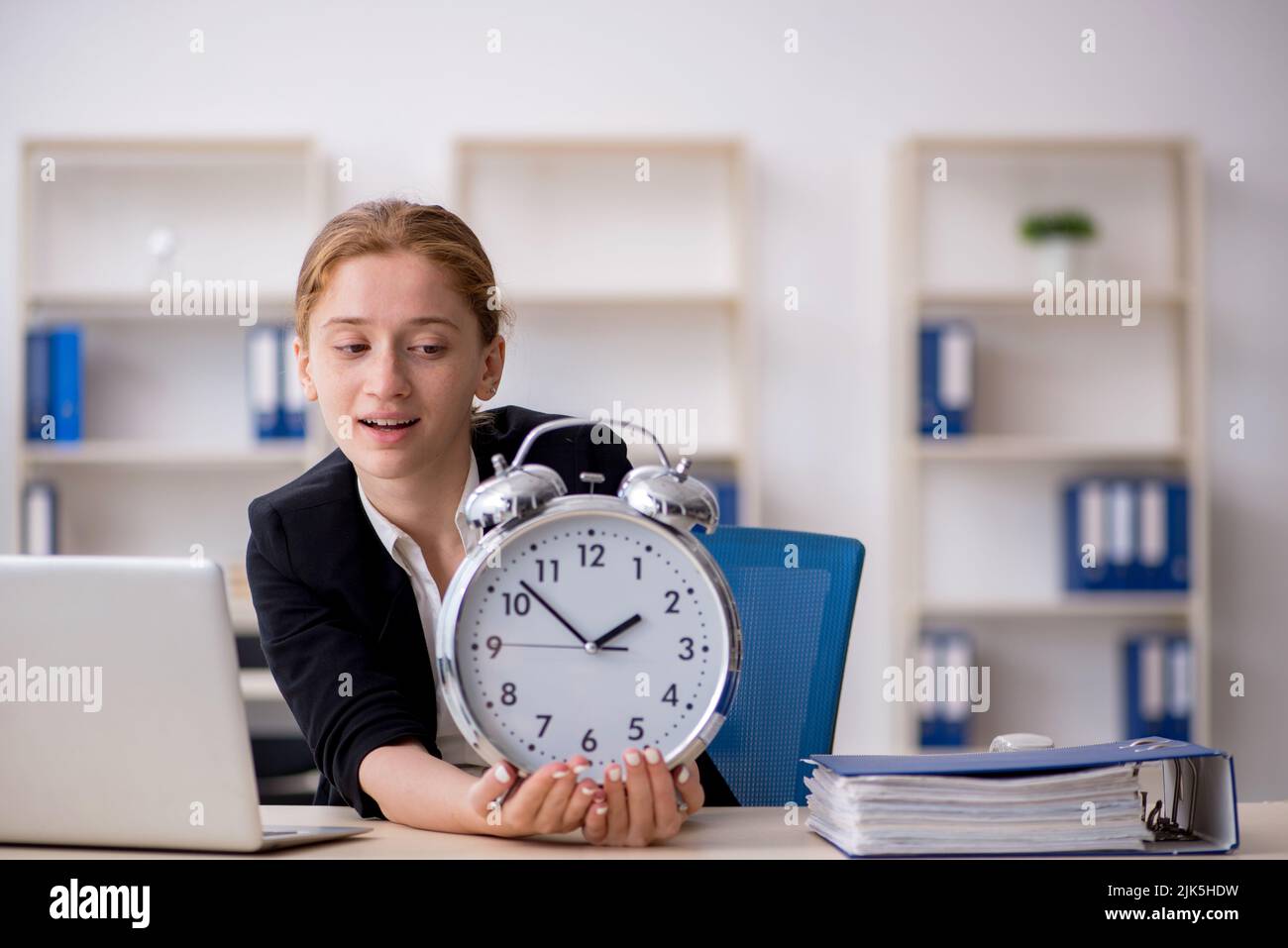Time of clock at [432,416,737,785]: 1:52
